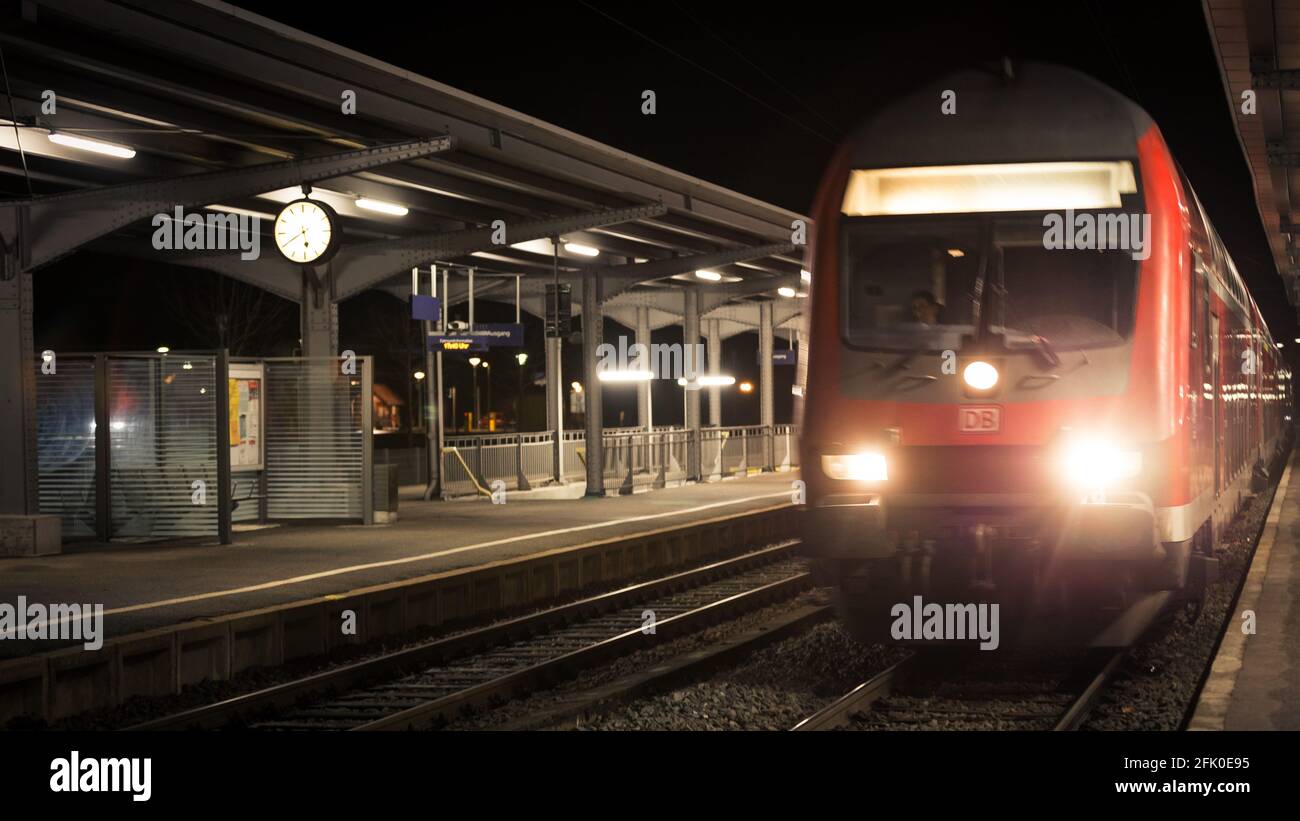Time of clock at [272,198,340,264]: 5:40
